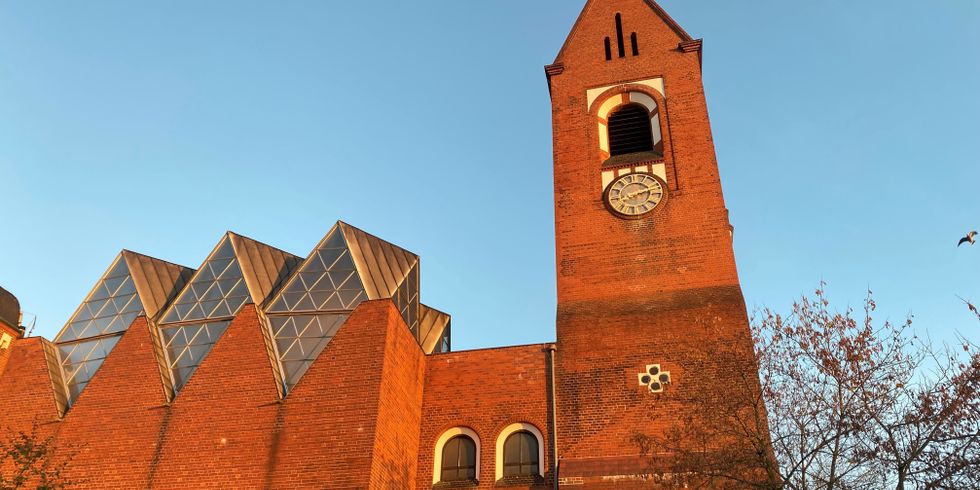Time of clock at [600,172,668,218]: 2:11
